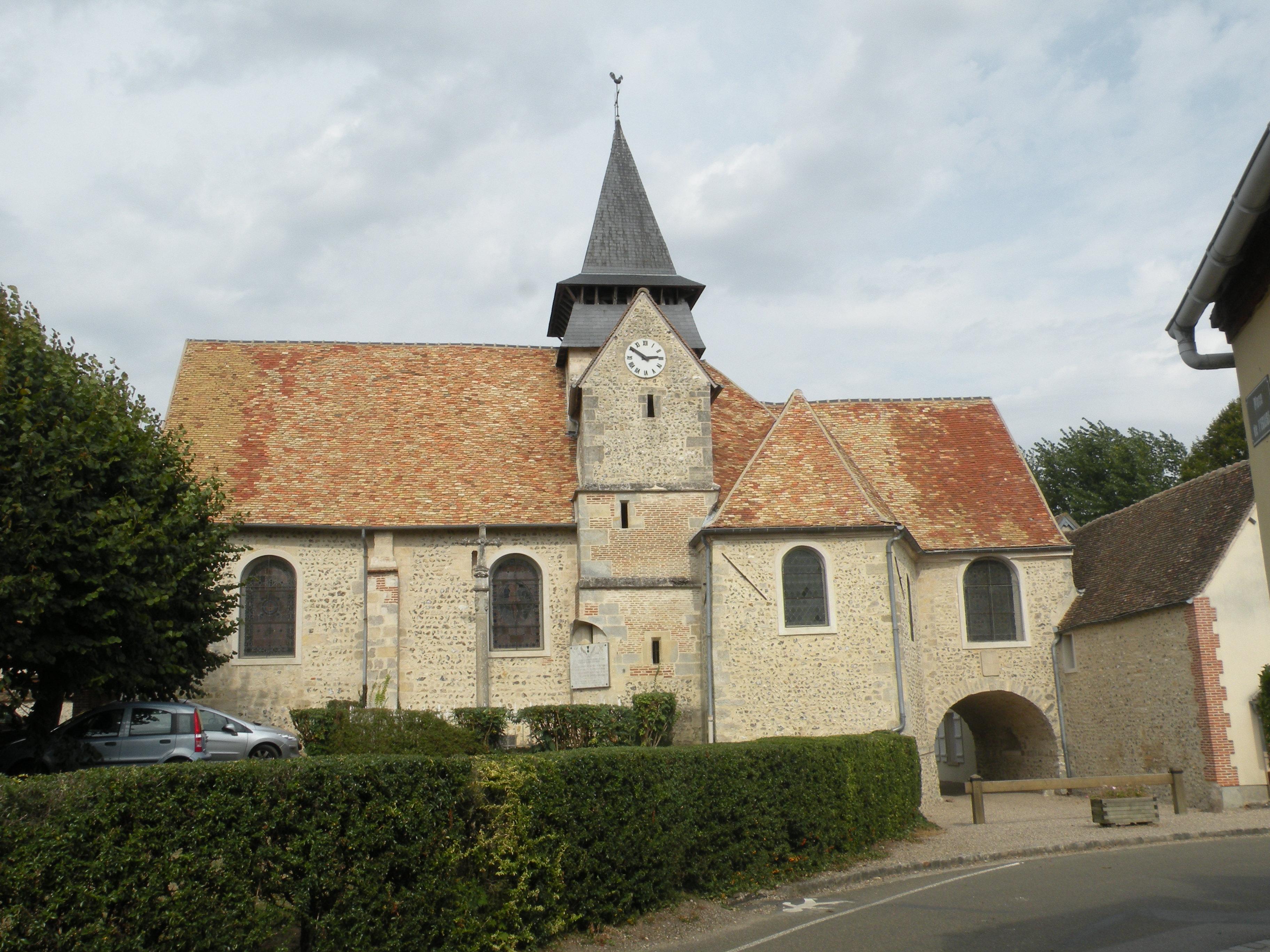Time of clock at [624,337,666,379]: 2:50
